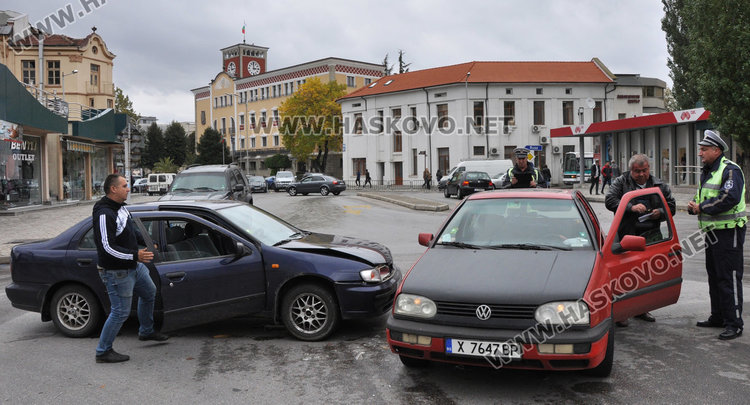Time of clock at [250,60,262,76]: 2:59
